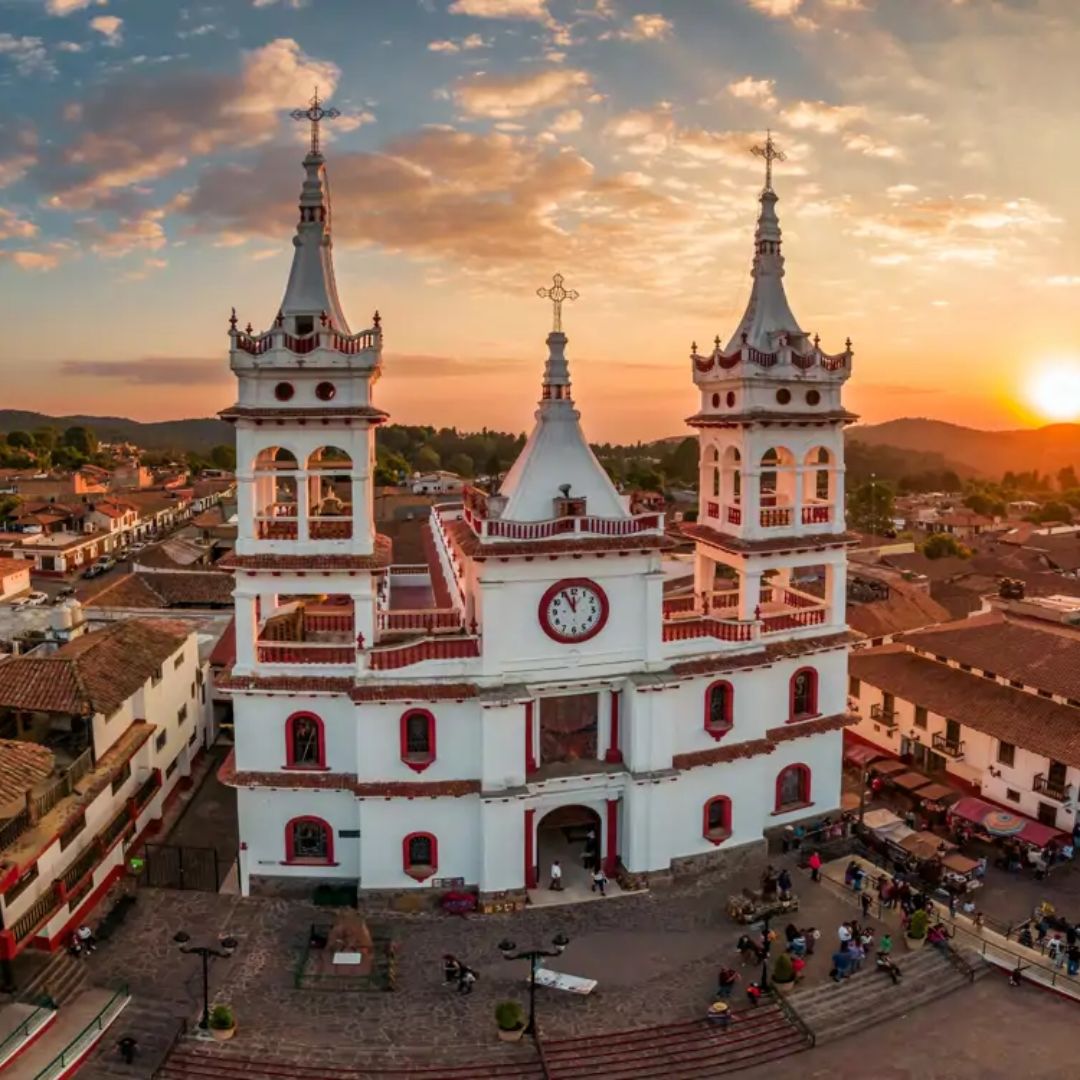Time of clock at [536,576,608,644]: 11:55
